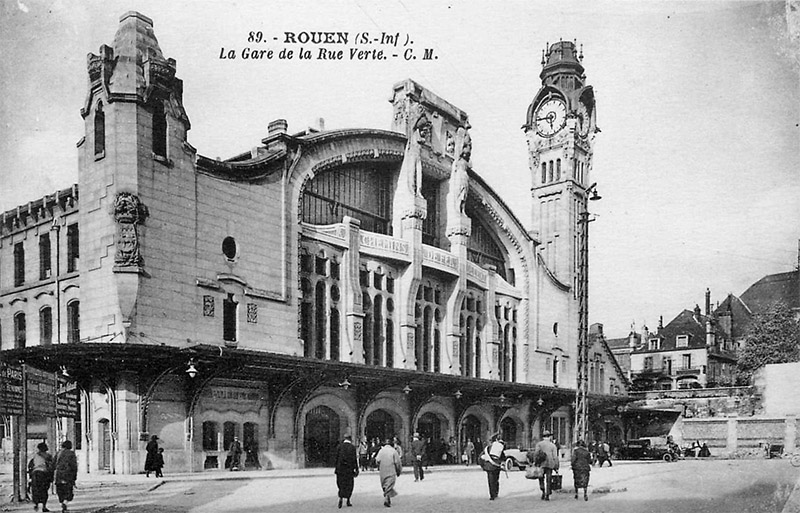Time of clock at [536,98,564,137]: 5:43
